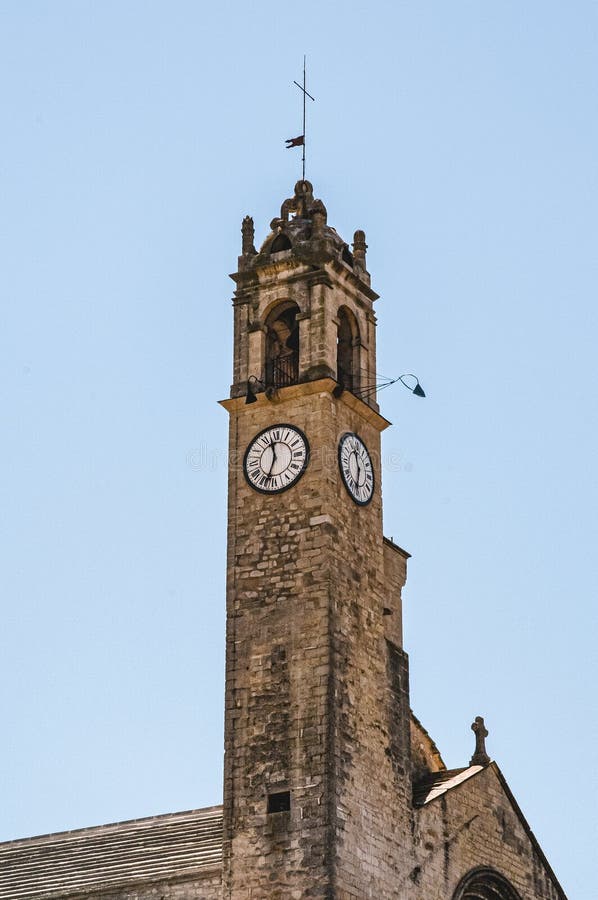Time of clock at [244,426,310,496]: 11:33
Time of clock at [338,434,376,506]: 11:32
